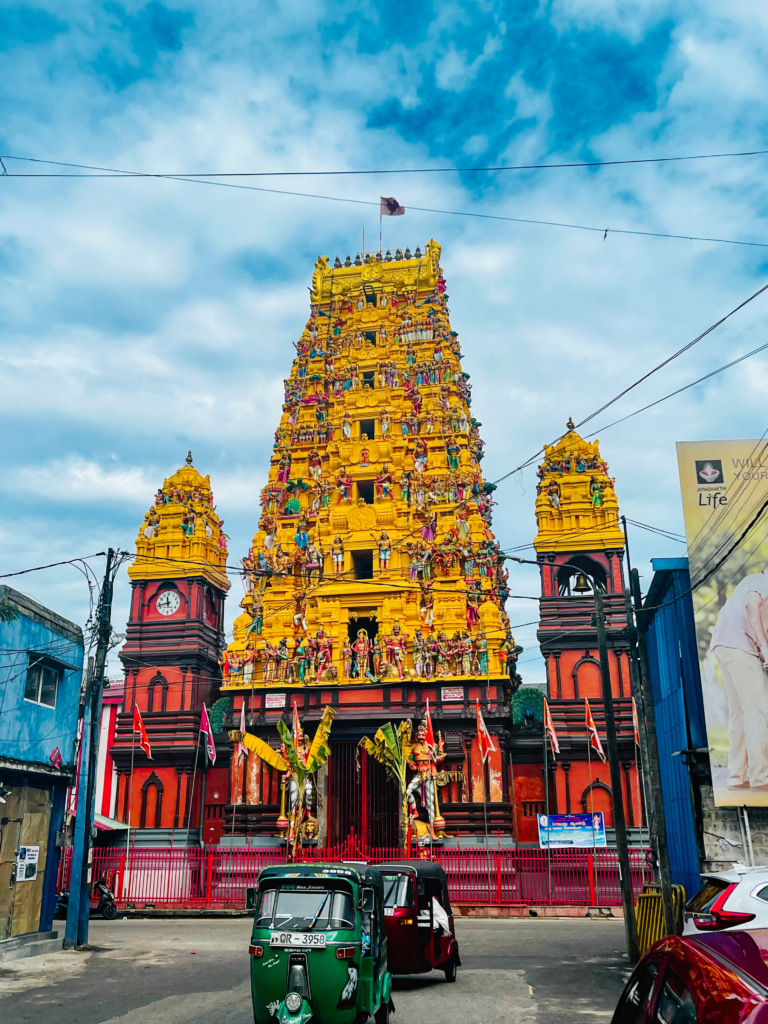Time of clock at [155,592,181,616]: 11:42
